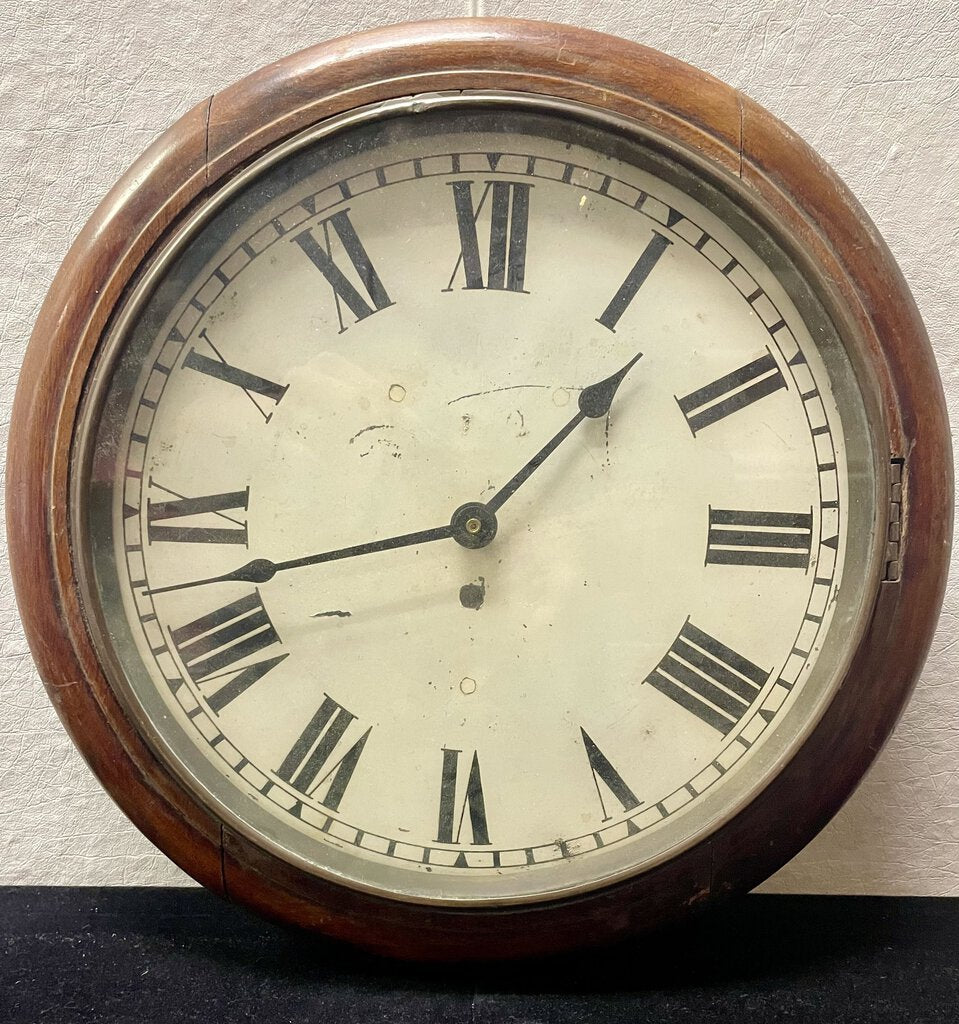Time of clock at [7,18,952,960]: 1:42
